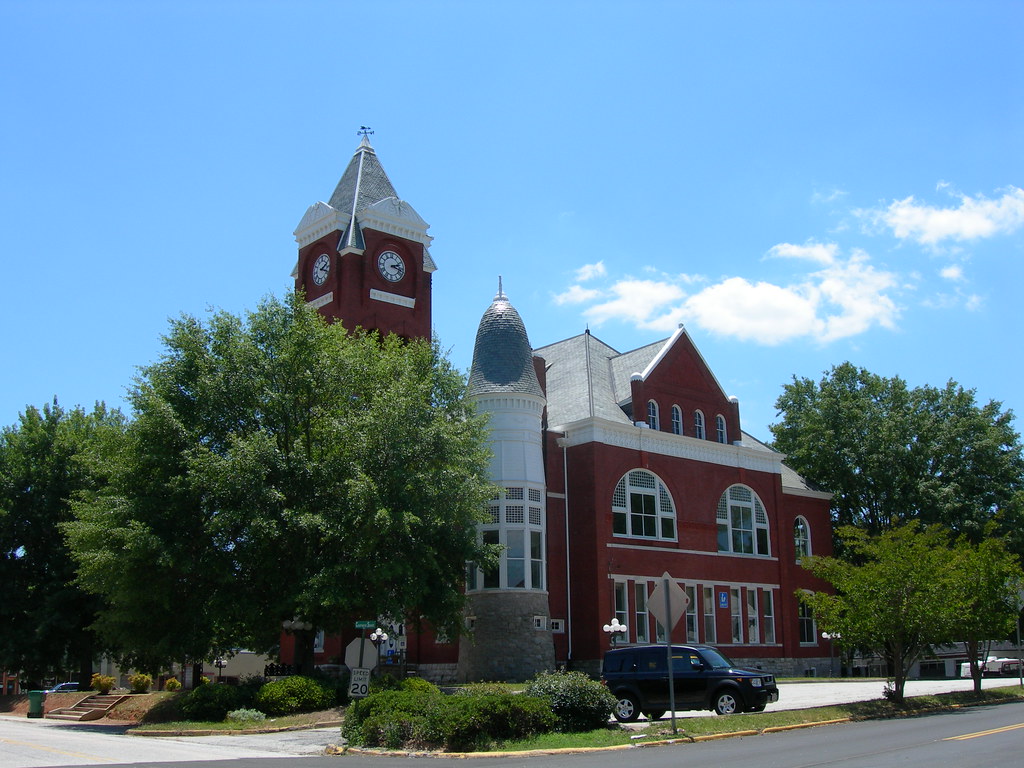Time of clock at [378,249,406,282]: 2:18
